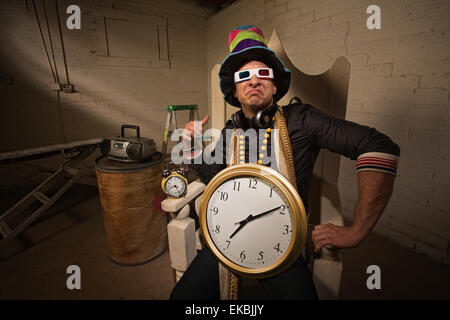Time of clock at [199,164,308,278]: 7:09
